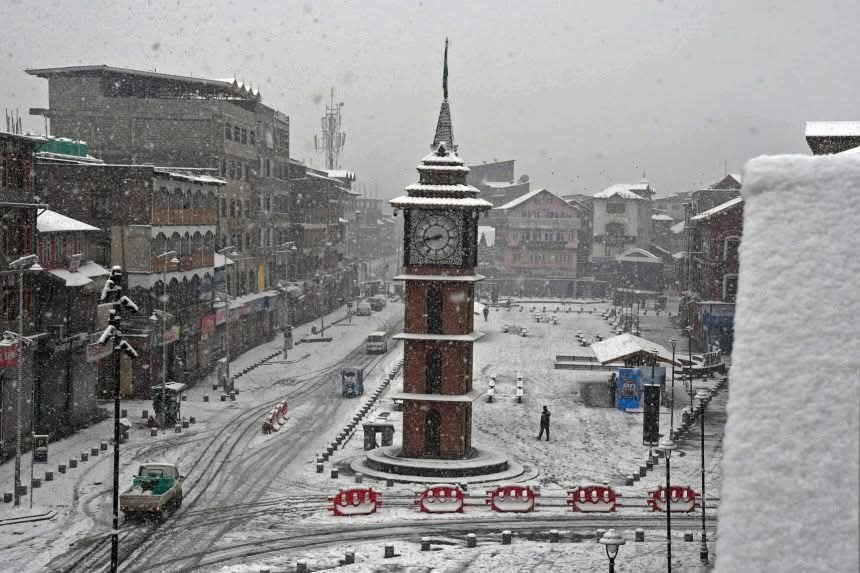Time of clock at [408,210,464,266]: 8:42
